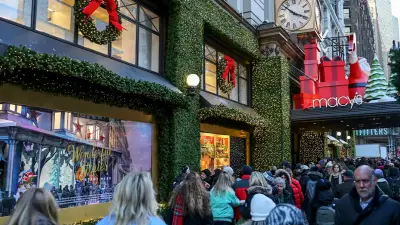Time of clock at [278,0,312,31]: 3:52
